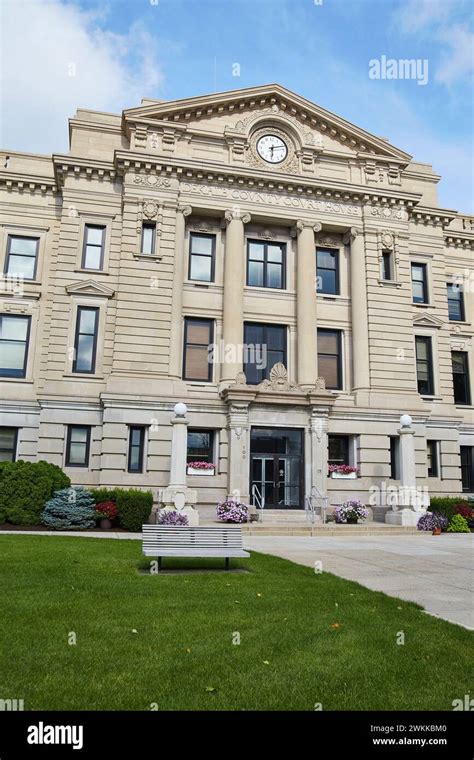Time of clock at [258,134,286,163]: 6:12
